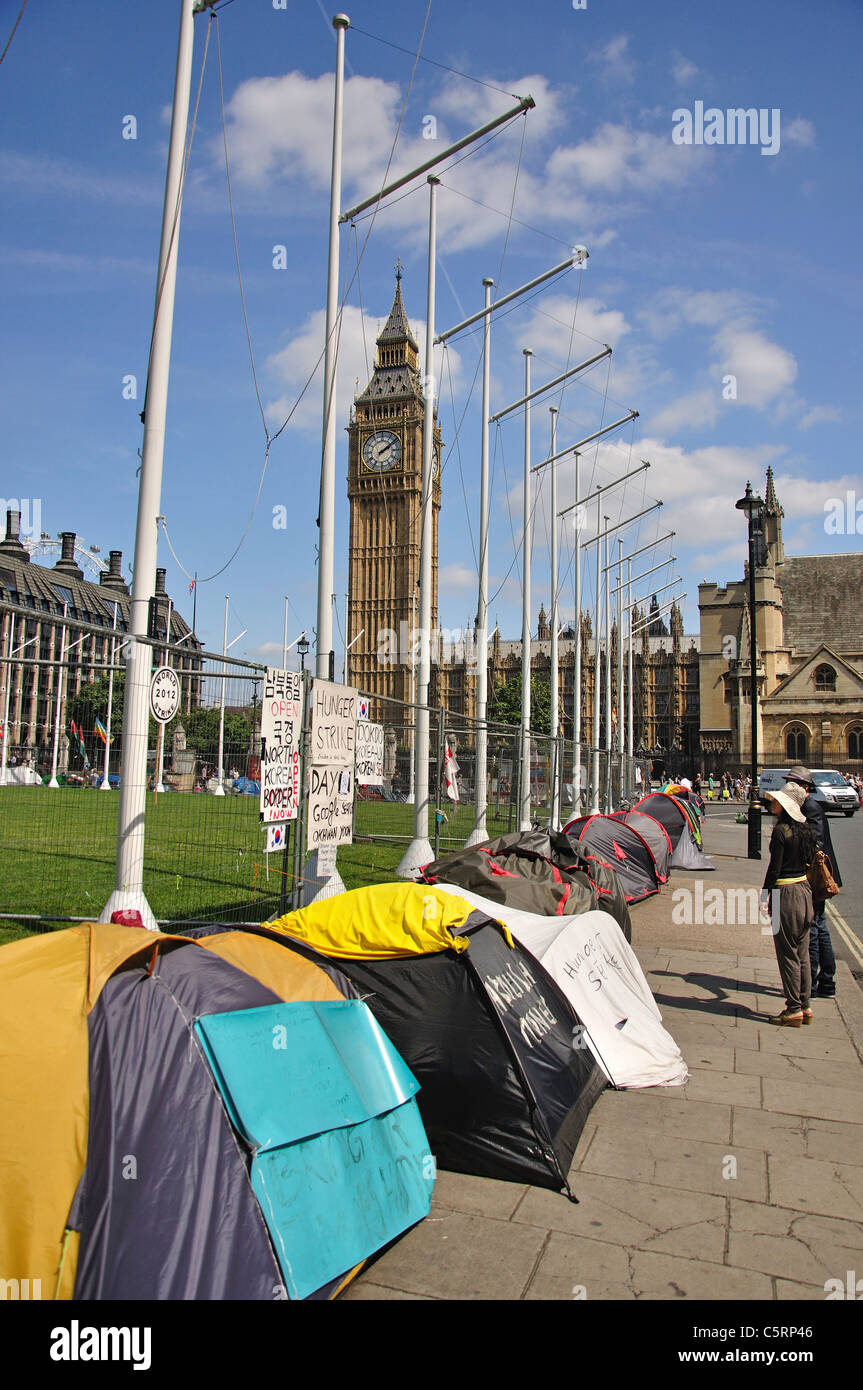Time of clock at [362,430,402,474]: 2:08
